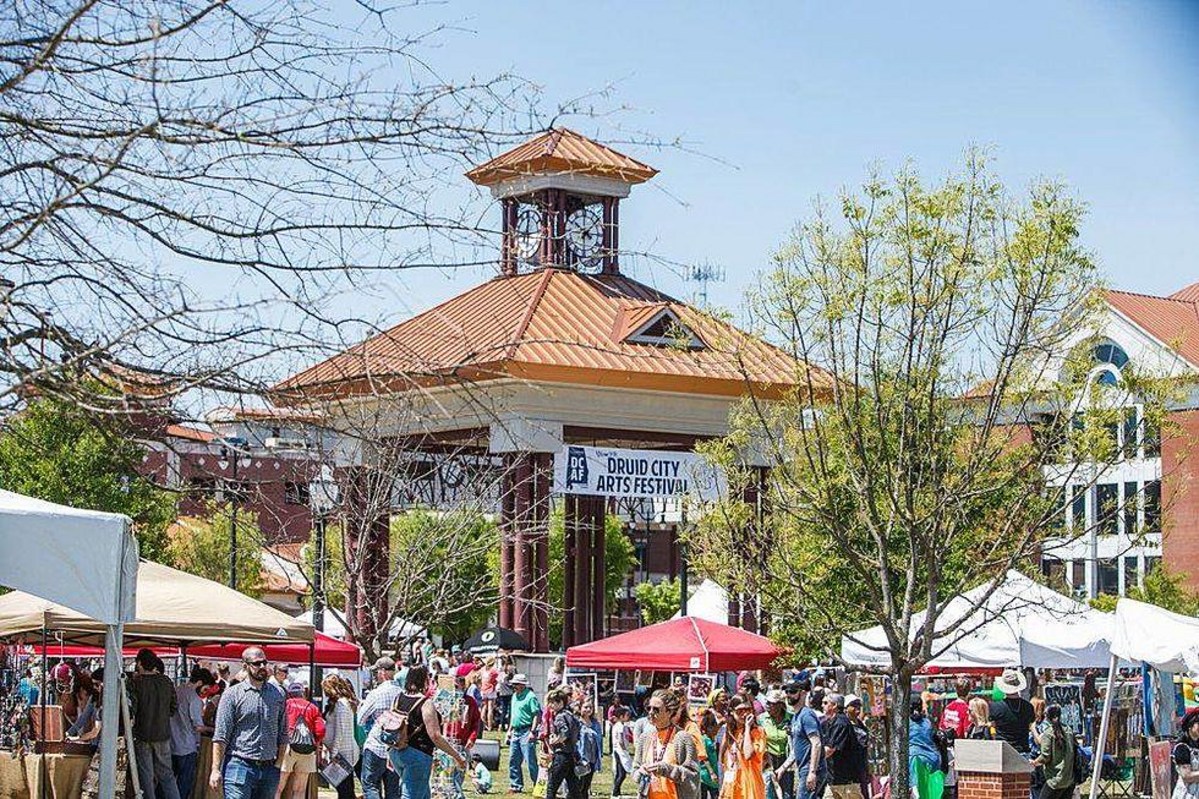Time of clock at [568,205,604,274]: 10:07
